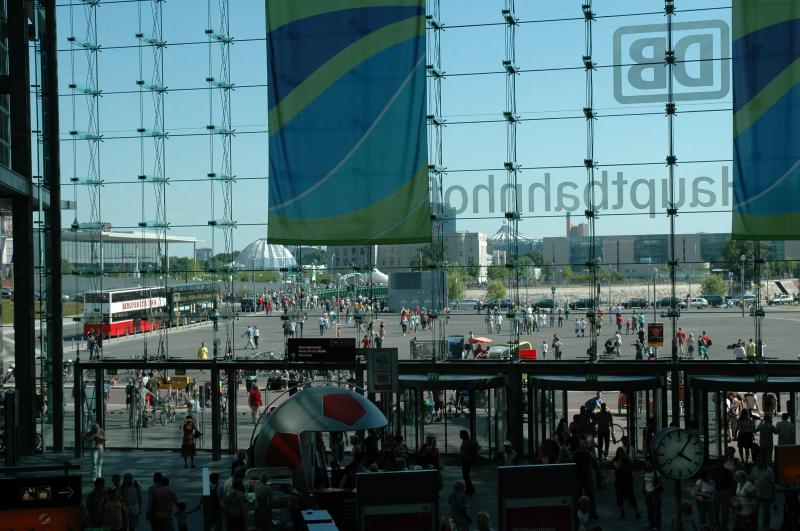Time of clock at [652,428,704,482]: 4:06
